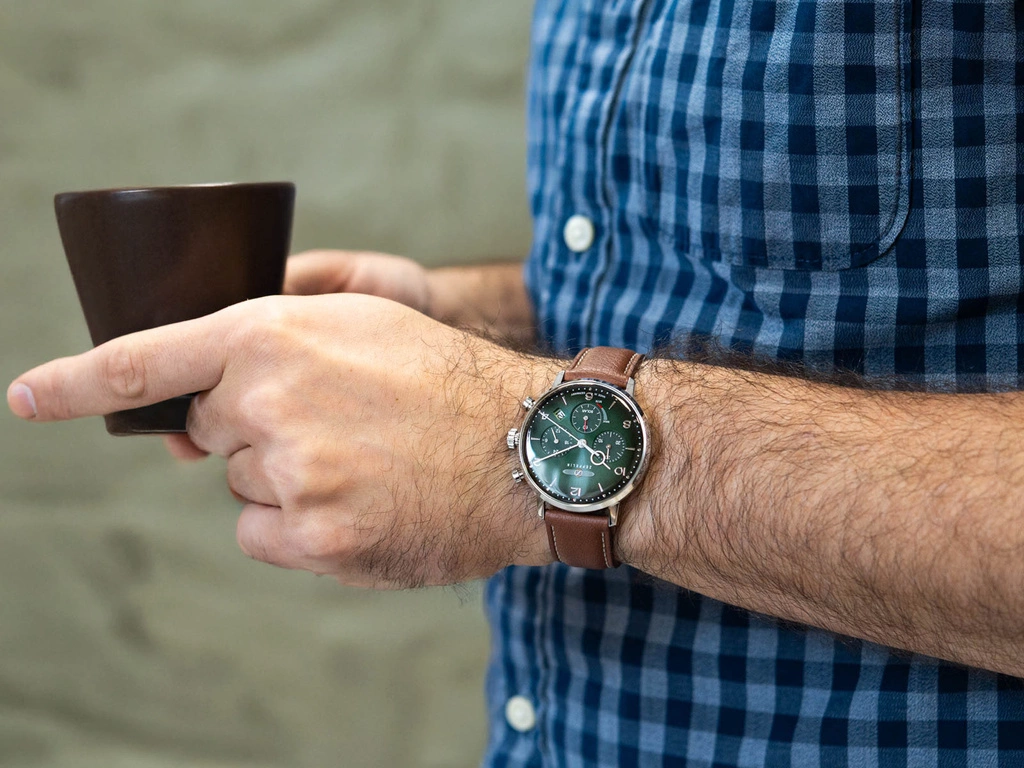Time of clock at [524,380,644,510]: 3:40
